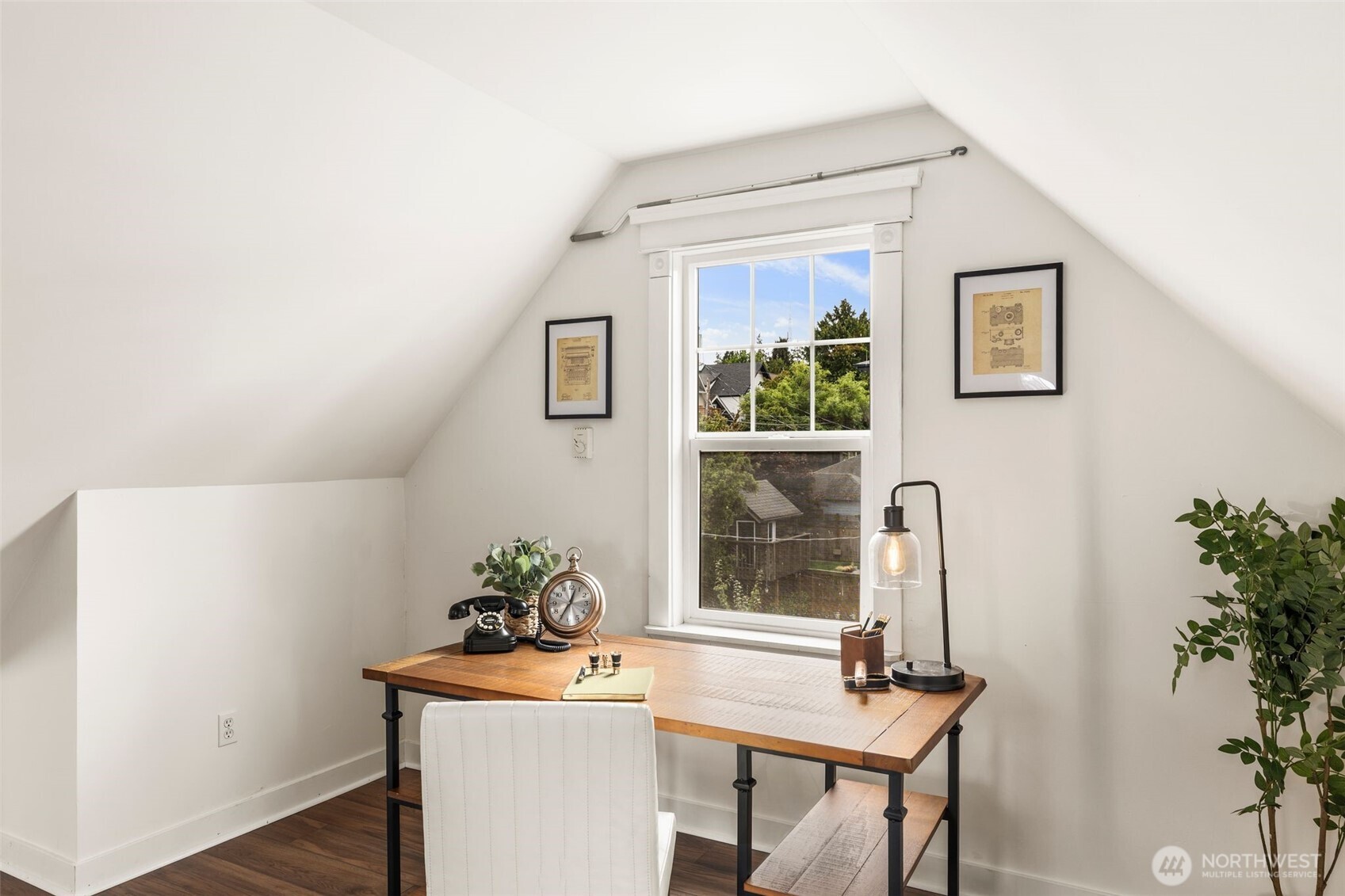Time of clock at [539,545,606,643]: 12:34
